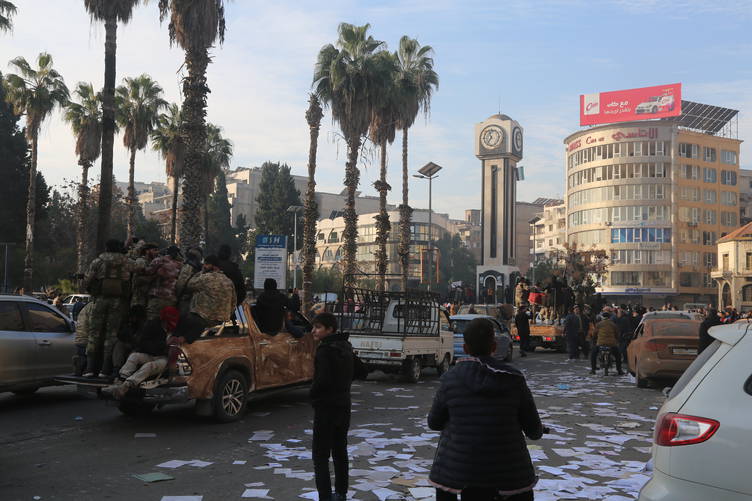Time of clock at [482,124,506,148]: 6:56
